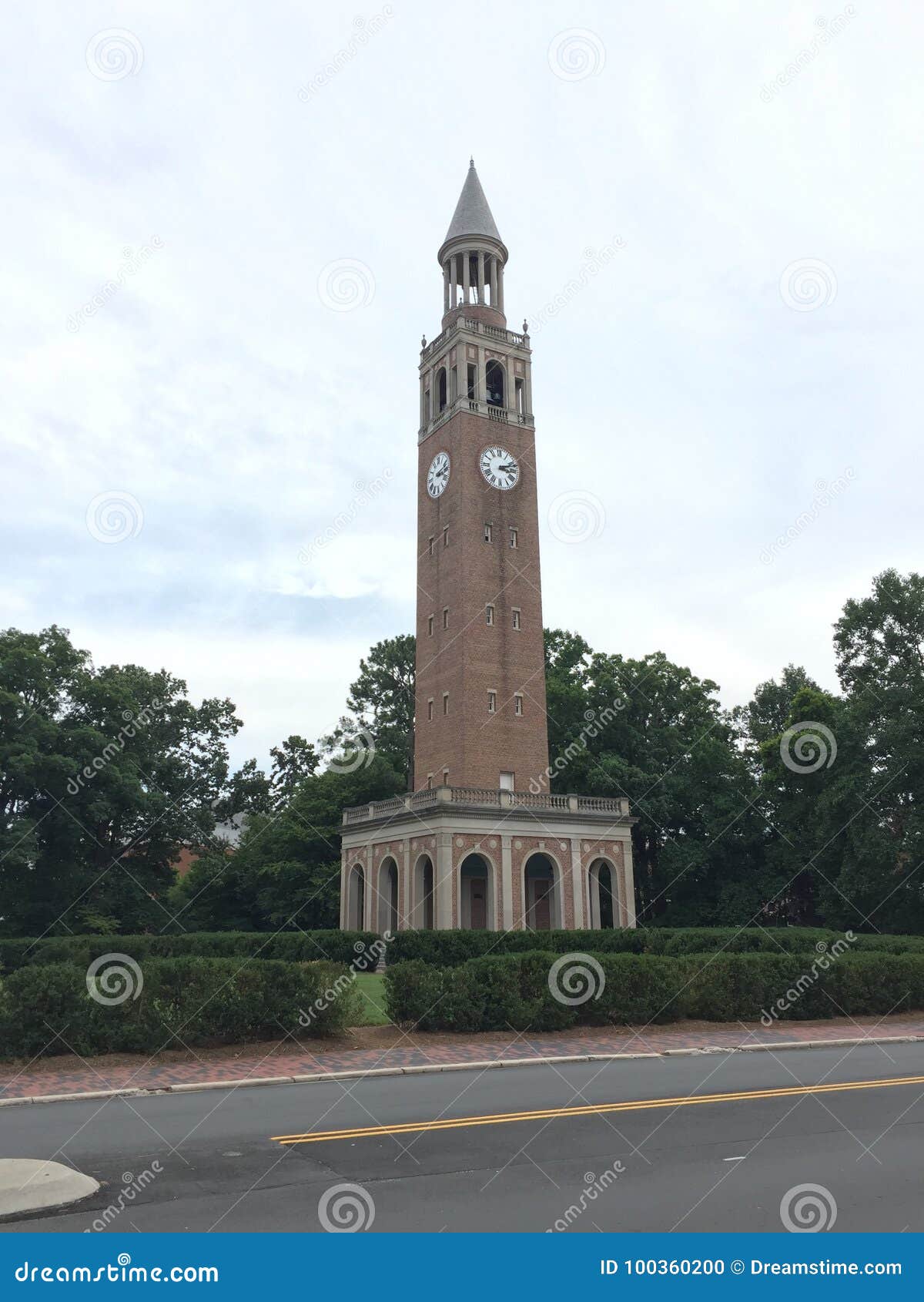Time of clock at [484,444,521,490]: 3:11
